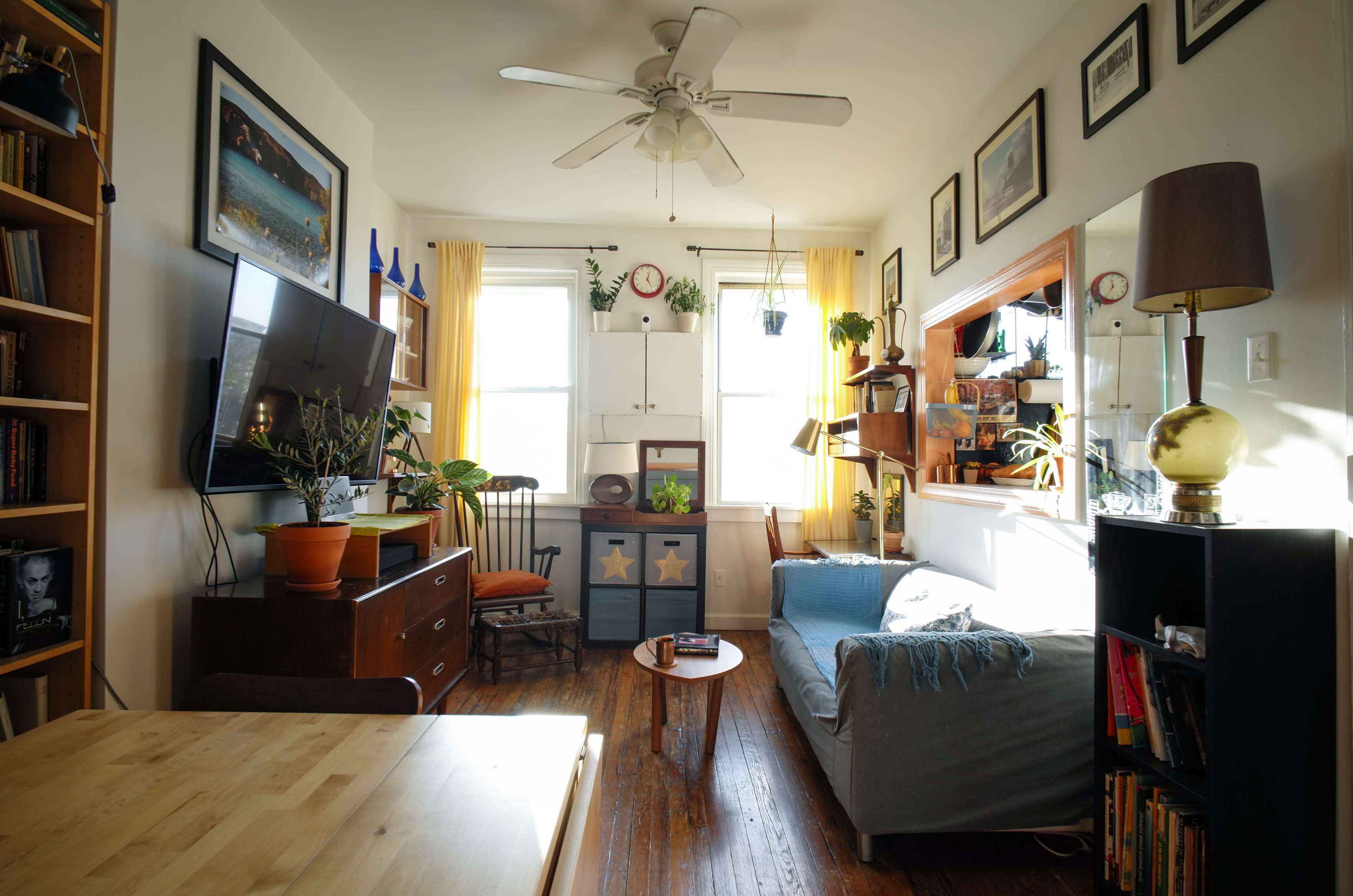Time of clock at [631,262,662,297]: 5:02
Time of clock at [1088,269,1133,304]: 6:58
